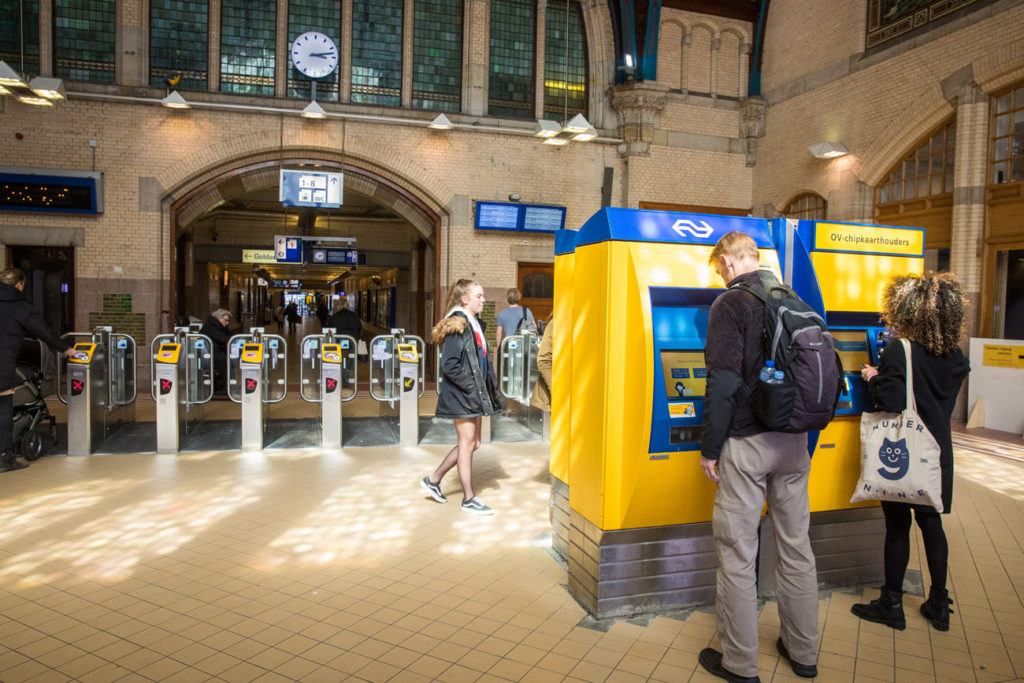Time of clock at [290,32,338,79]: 3:12
